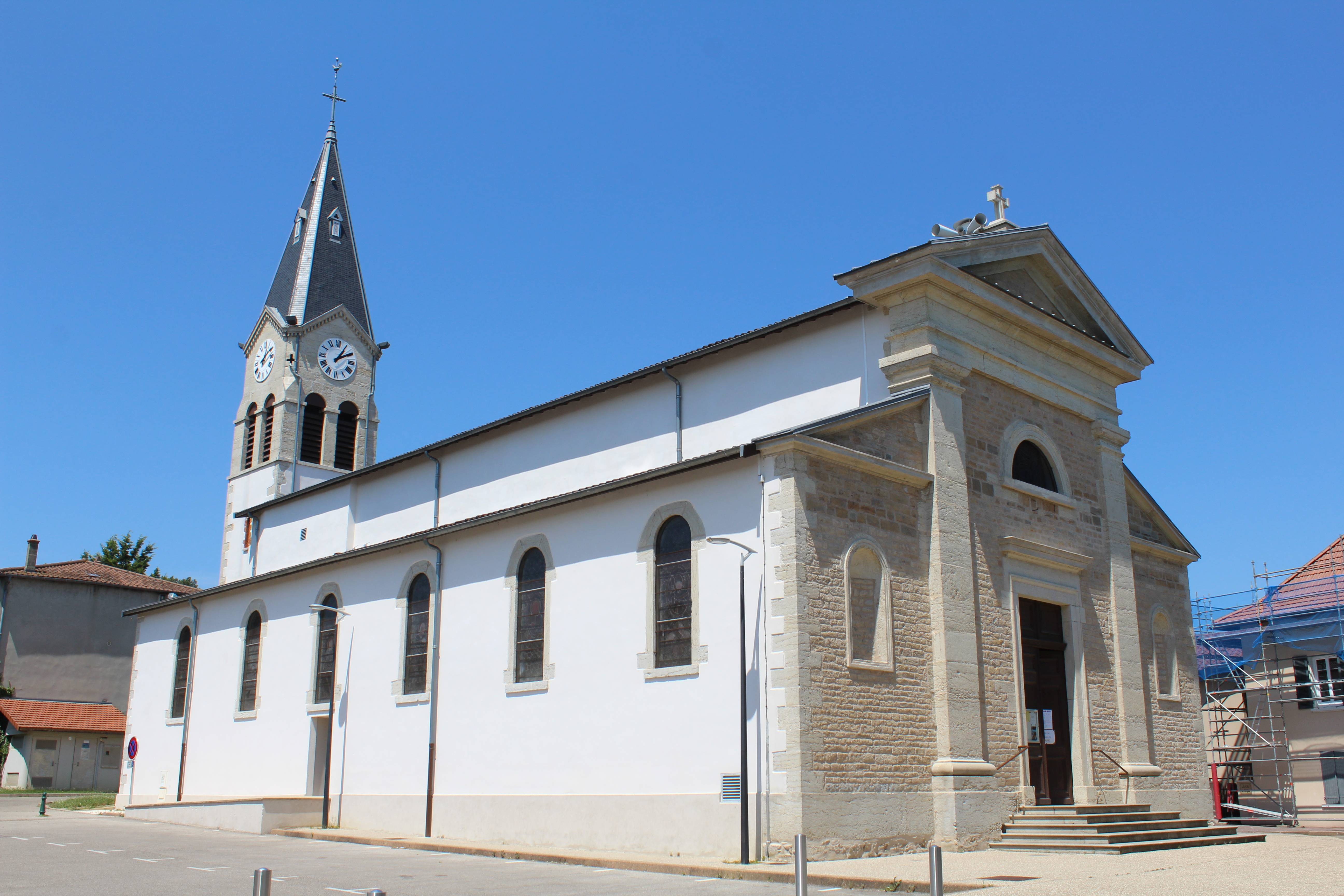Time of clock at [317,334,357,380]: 1:09
